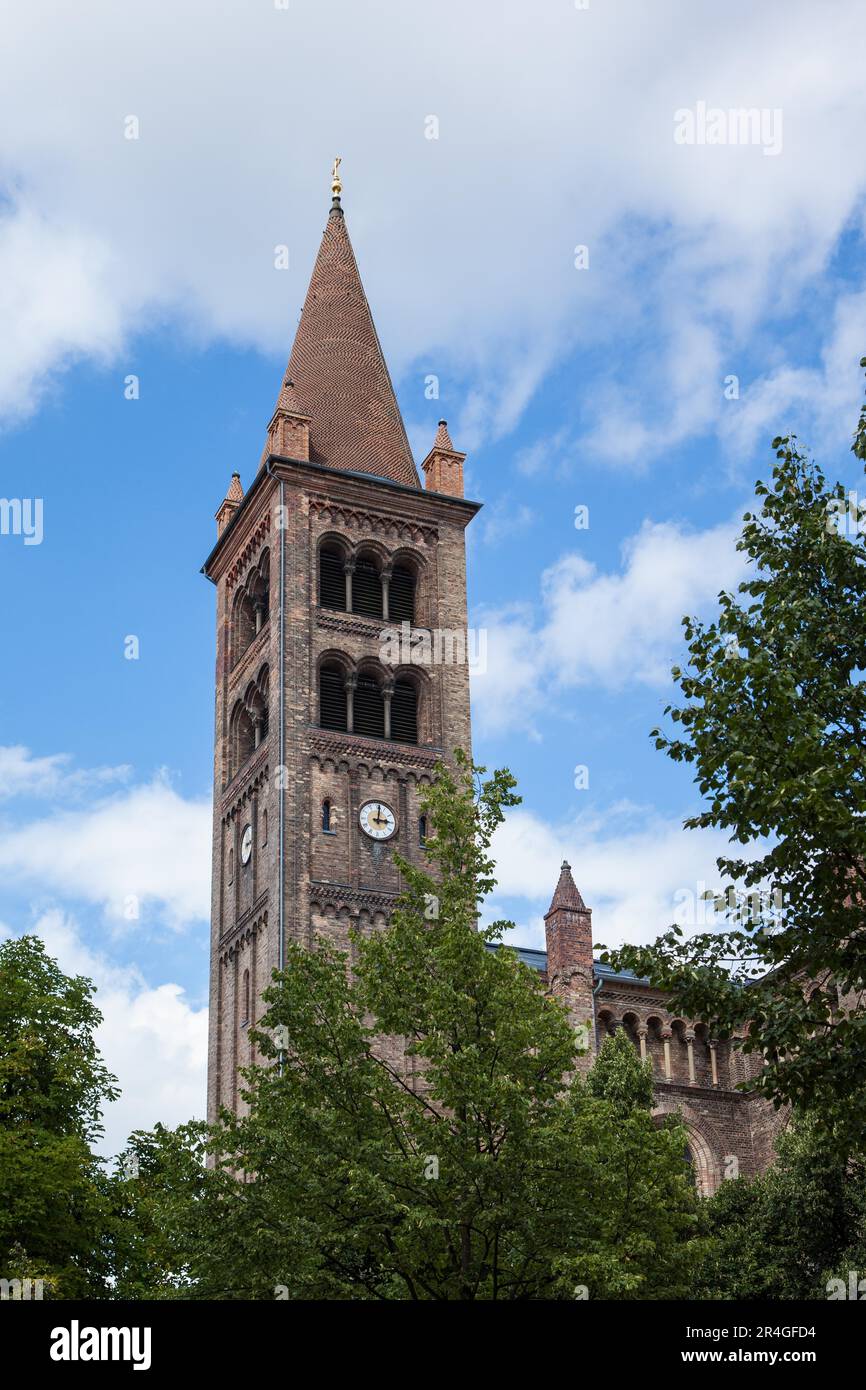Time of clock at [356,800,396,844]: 3:01
